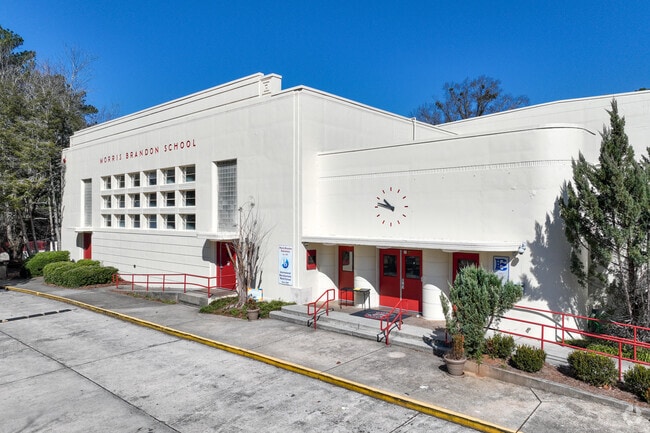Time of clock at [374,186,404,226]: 10:47
